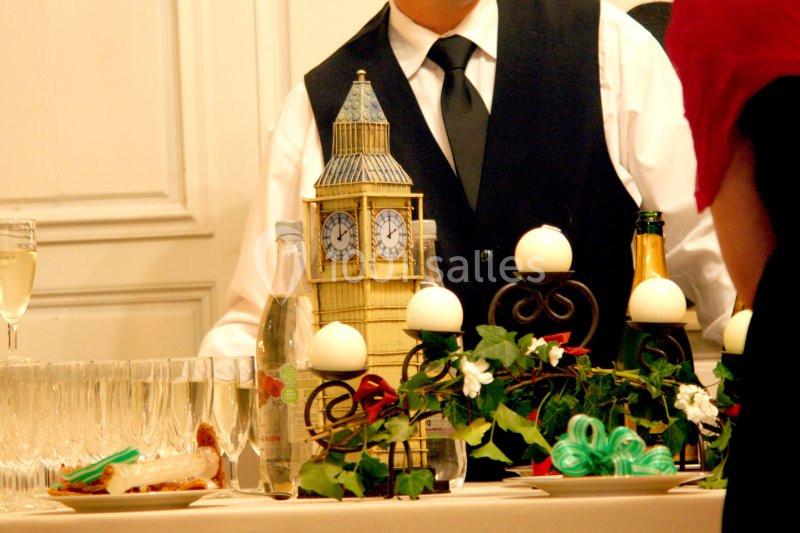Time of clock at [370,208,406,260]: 2:00
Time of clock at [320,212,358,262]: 2:00
